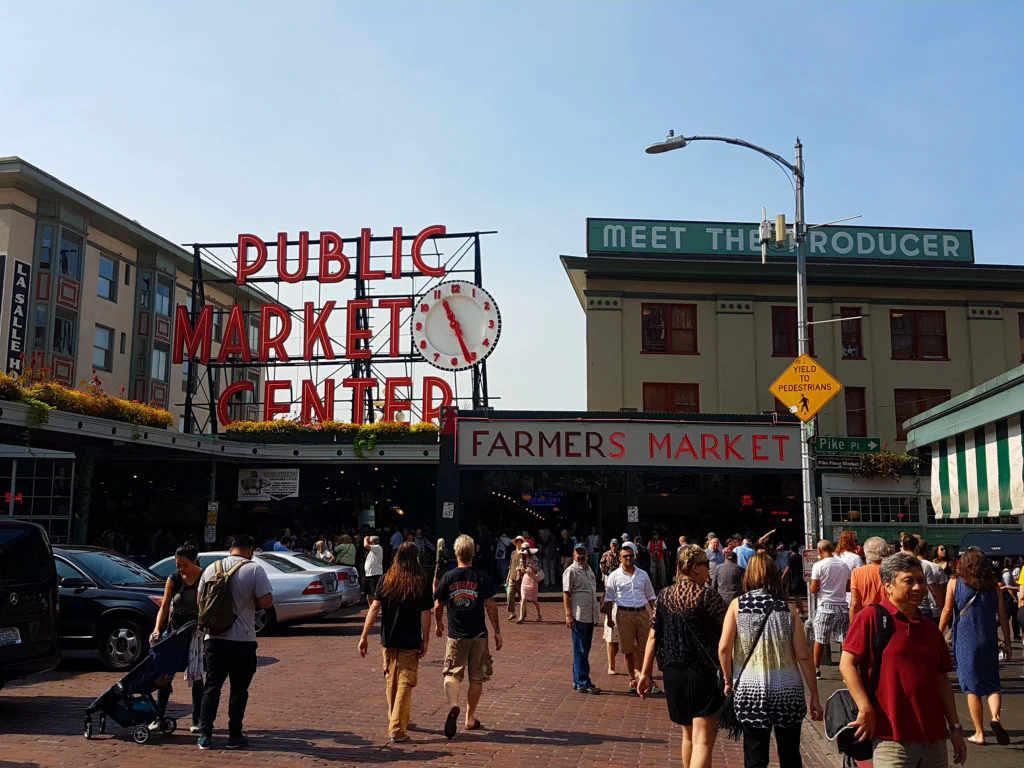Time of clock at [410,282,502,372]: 11:26
